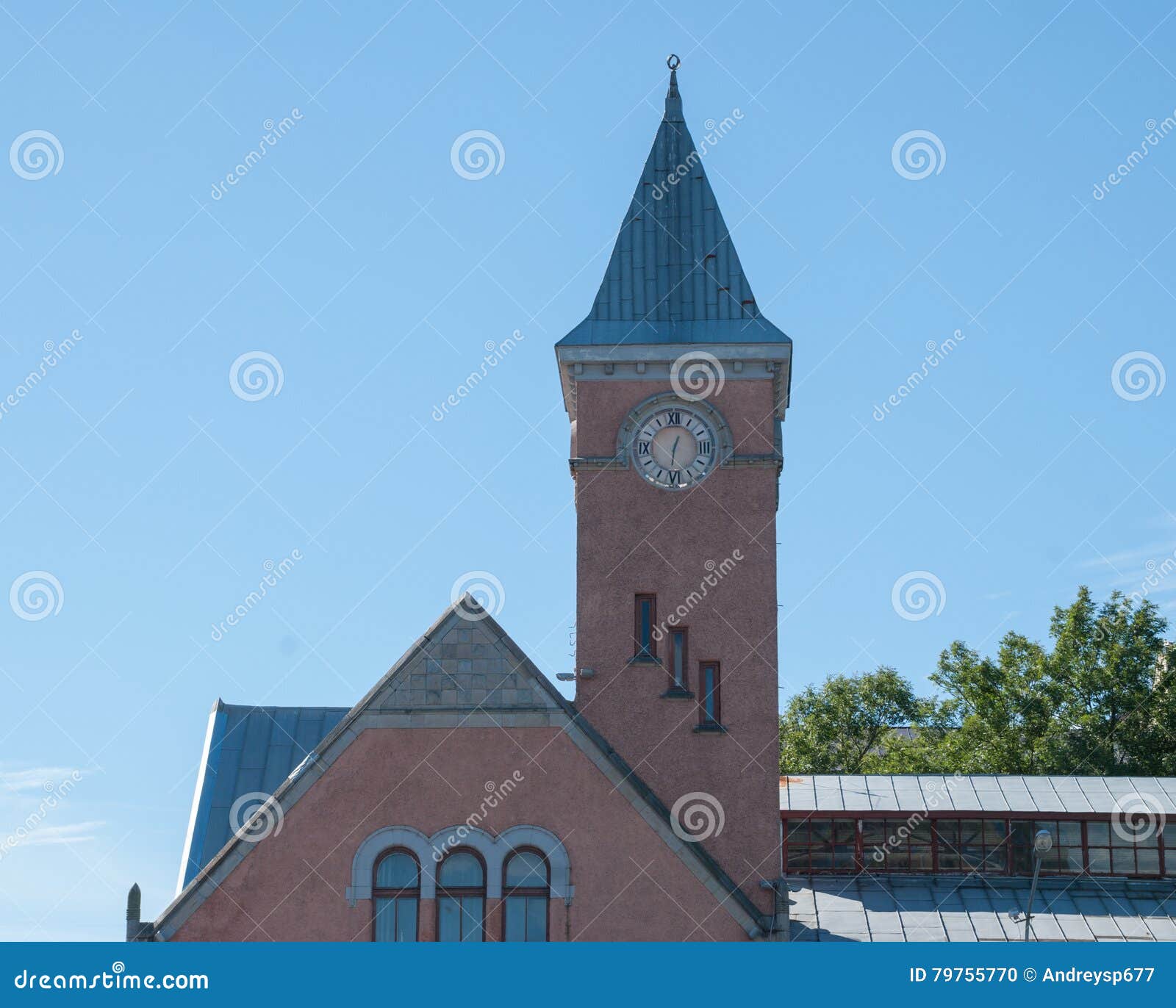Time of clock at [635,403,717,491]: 12:31
